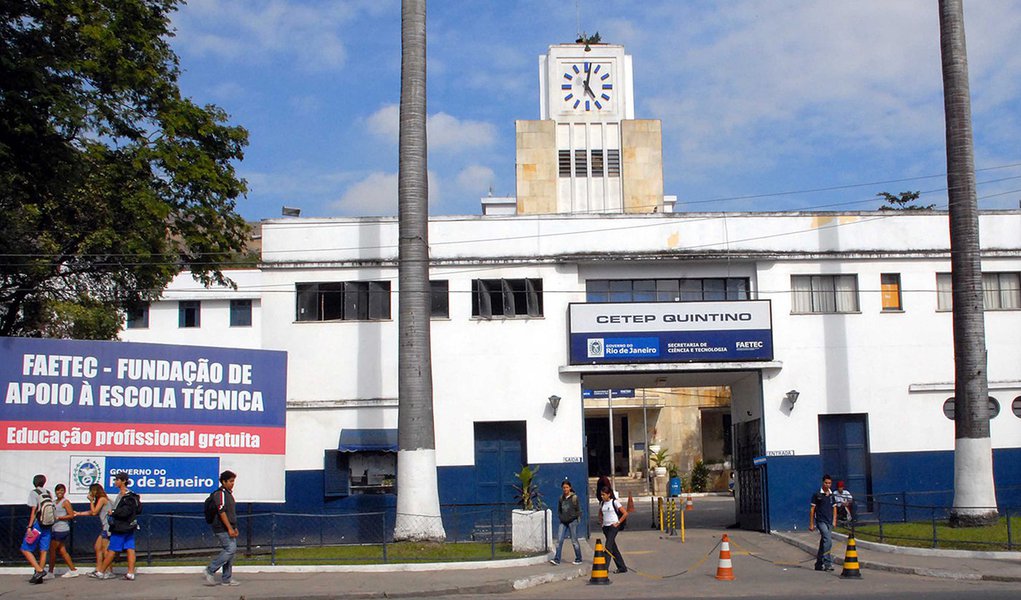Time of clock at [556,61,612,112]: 5:01
